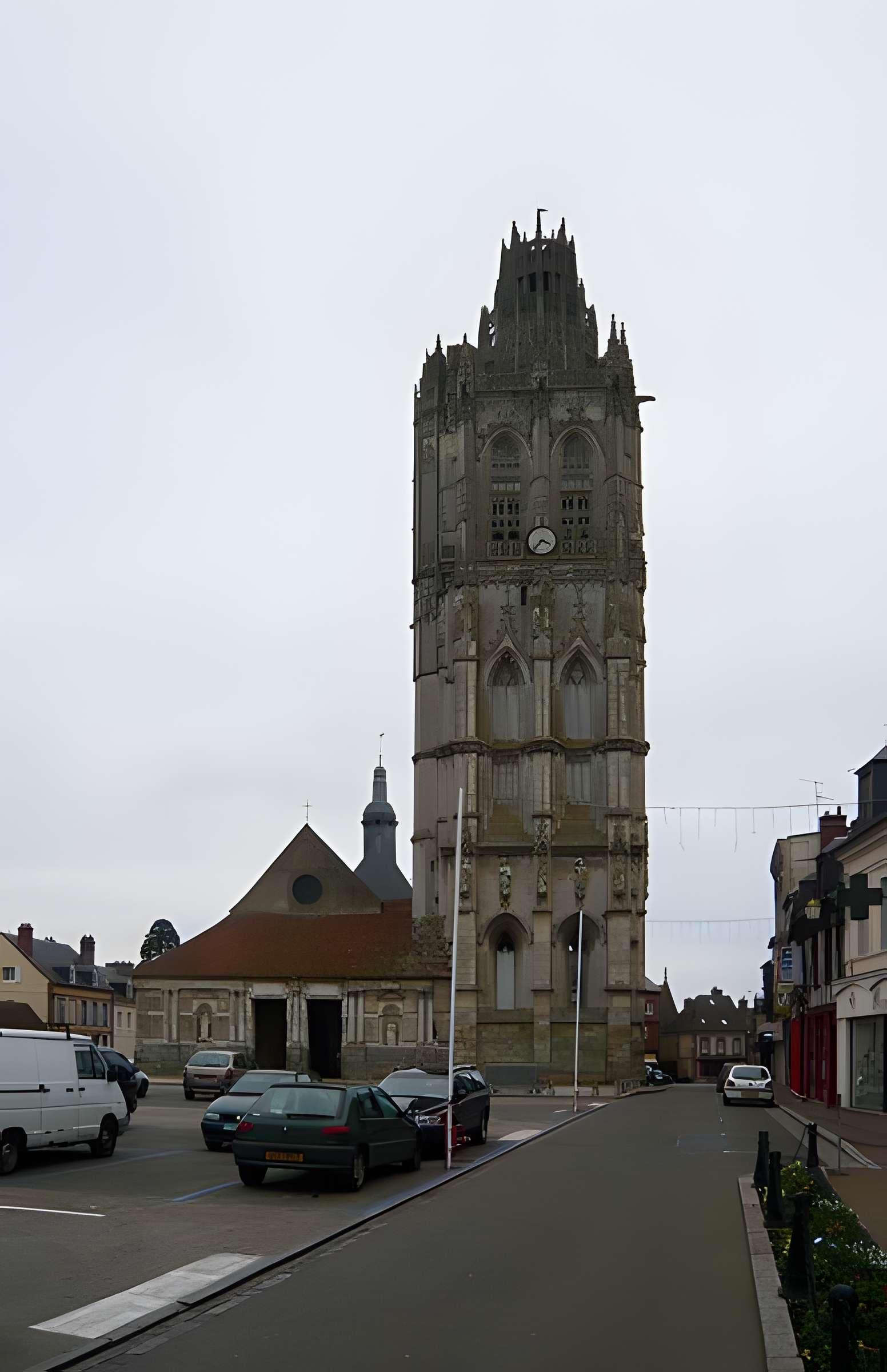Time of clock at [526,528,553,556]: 3:37
